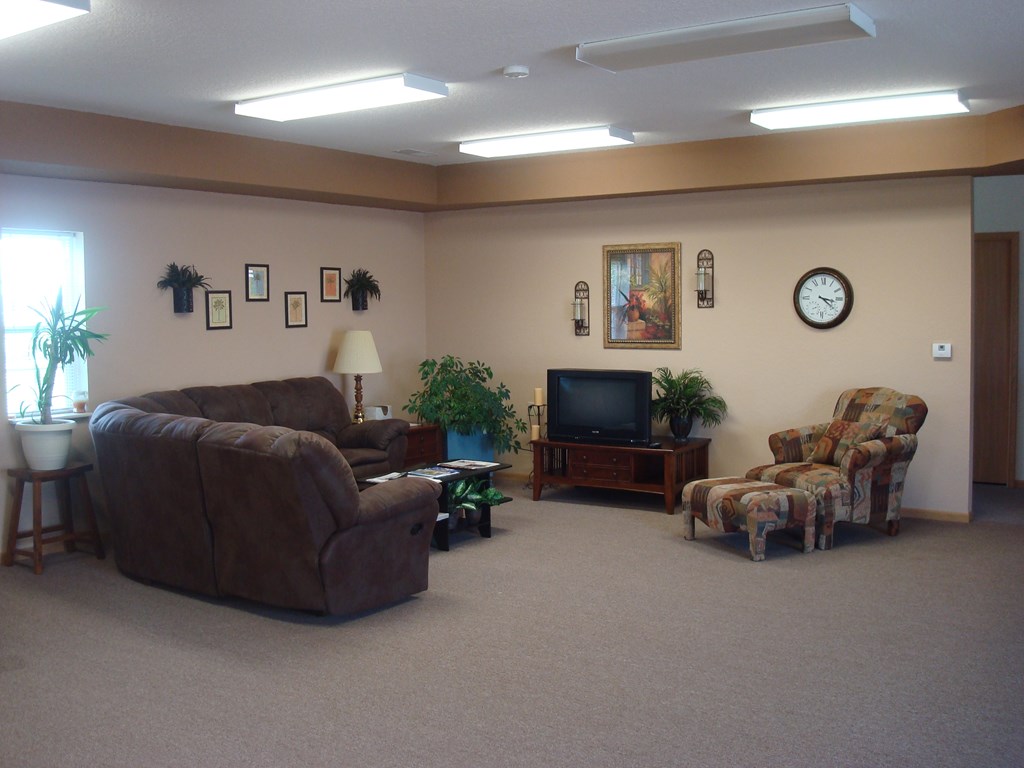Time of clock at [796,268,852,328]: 3:21
